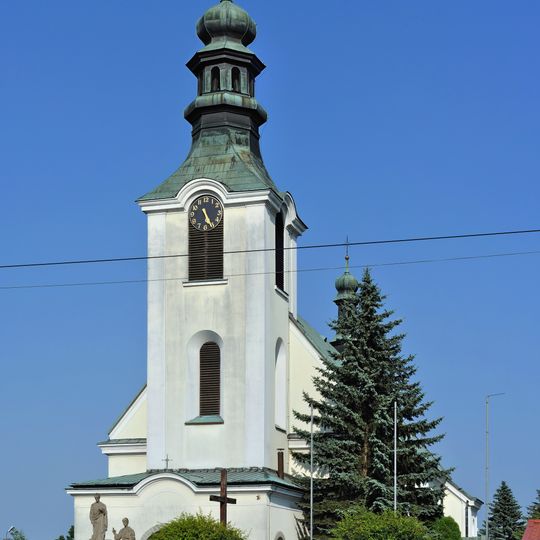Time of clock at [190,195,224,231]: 11:25
